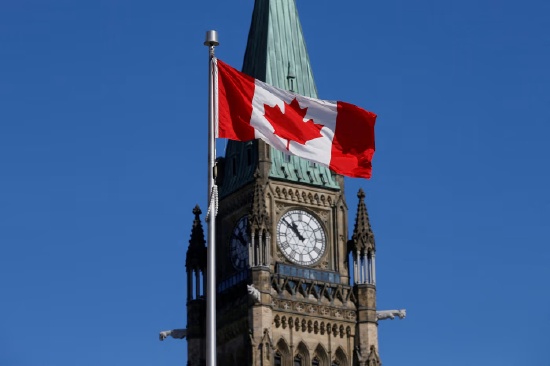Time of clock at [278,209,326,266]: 10:51
